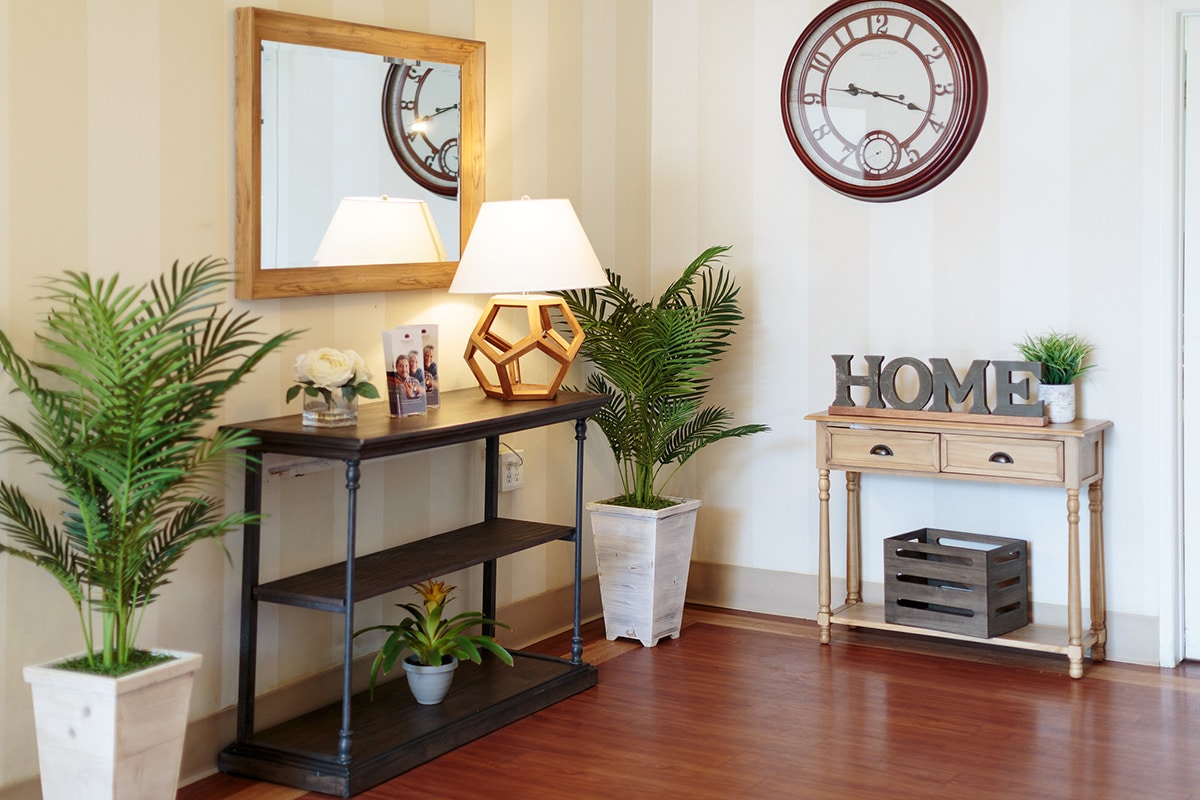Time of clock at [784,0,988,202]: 9:18
